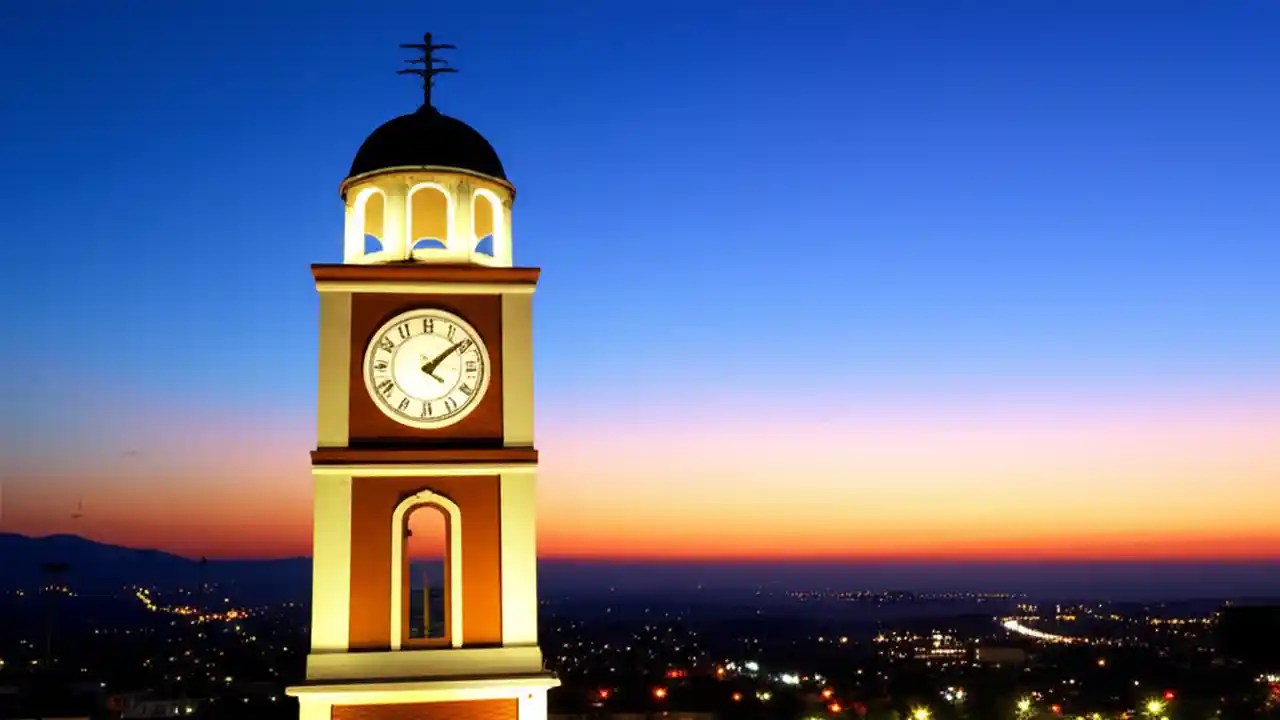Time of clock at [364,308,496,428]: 4:08
